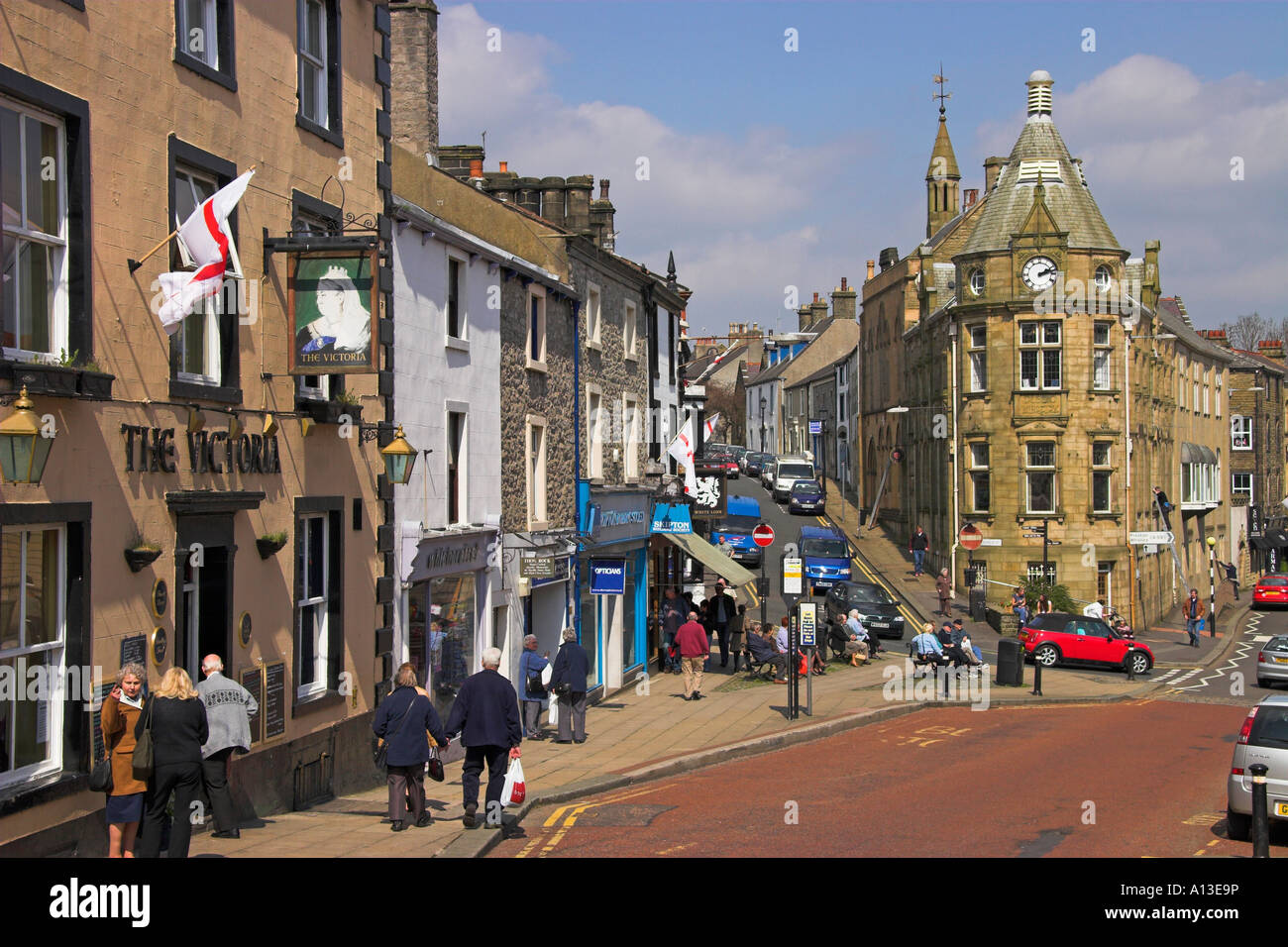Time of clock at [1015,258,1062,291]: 2:12
